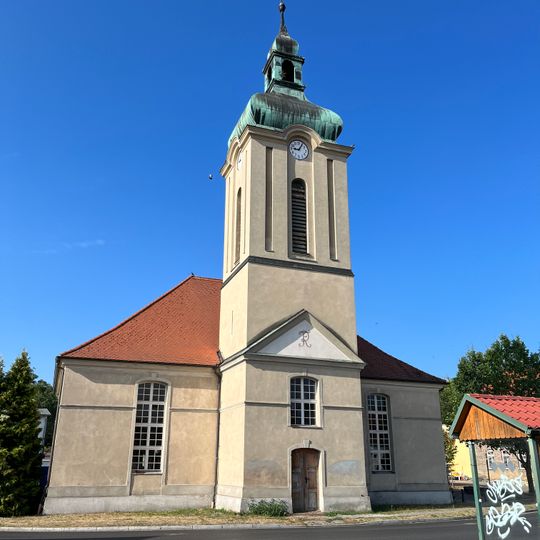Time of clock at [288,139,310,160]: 9:05
